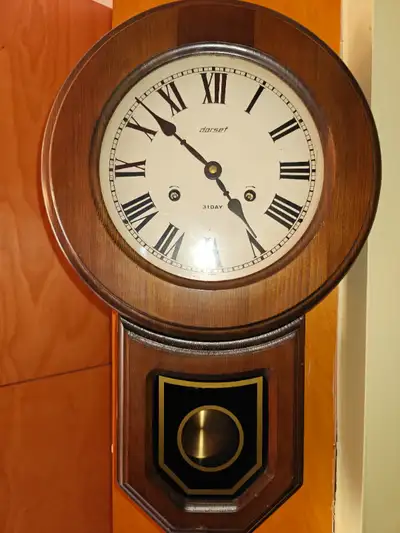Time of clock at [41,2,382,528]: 4:52
